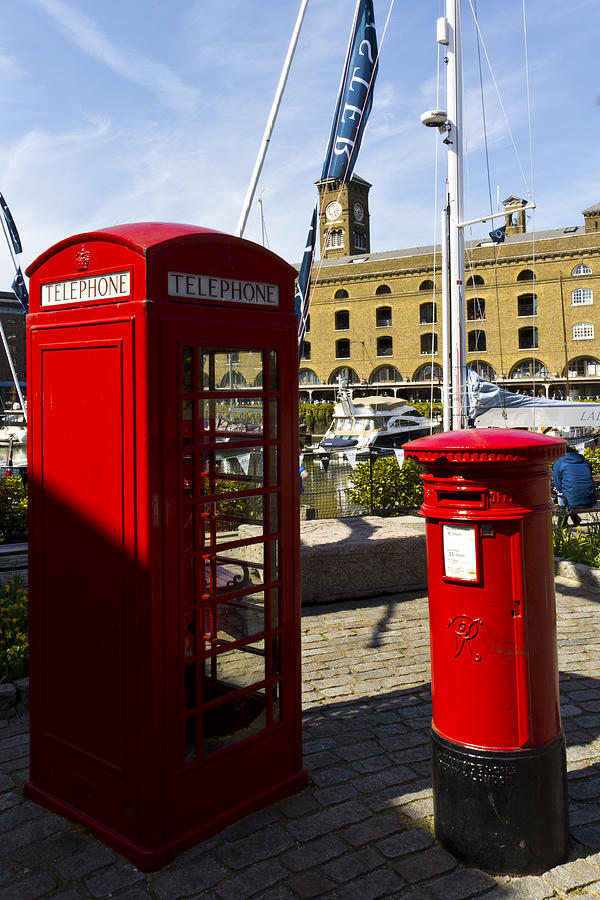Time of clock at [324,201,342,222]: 5:14
